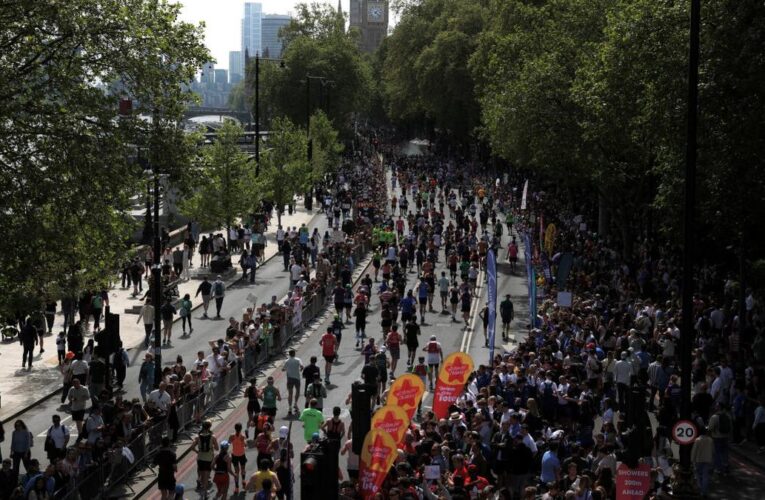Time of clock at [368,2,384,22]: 4:22
